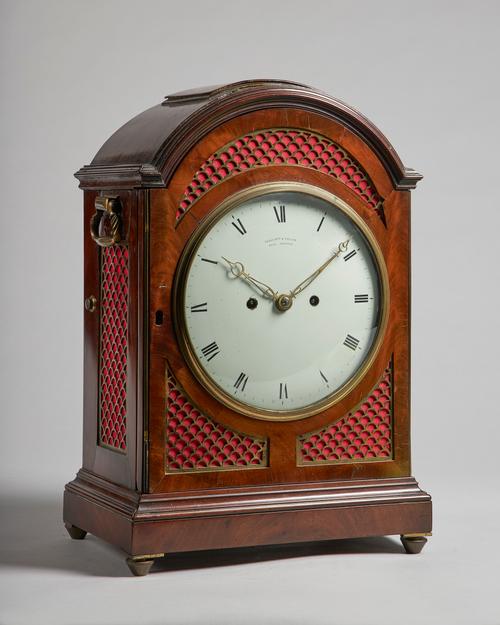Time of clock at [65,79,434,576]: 3:09
